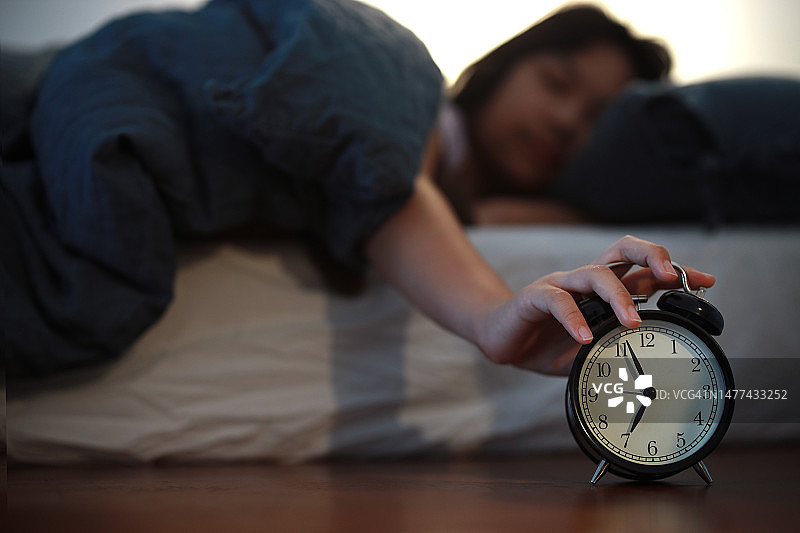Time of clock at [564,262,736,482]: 6:56
